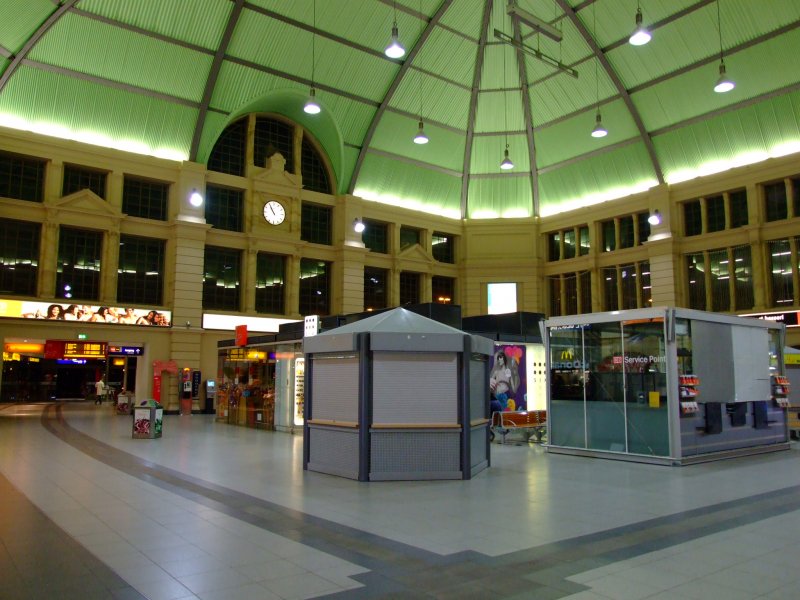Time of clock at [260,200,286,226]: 10:55
